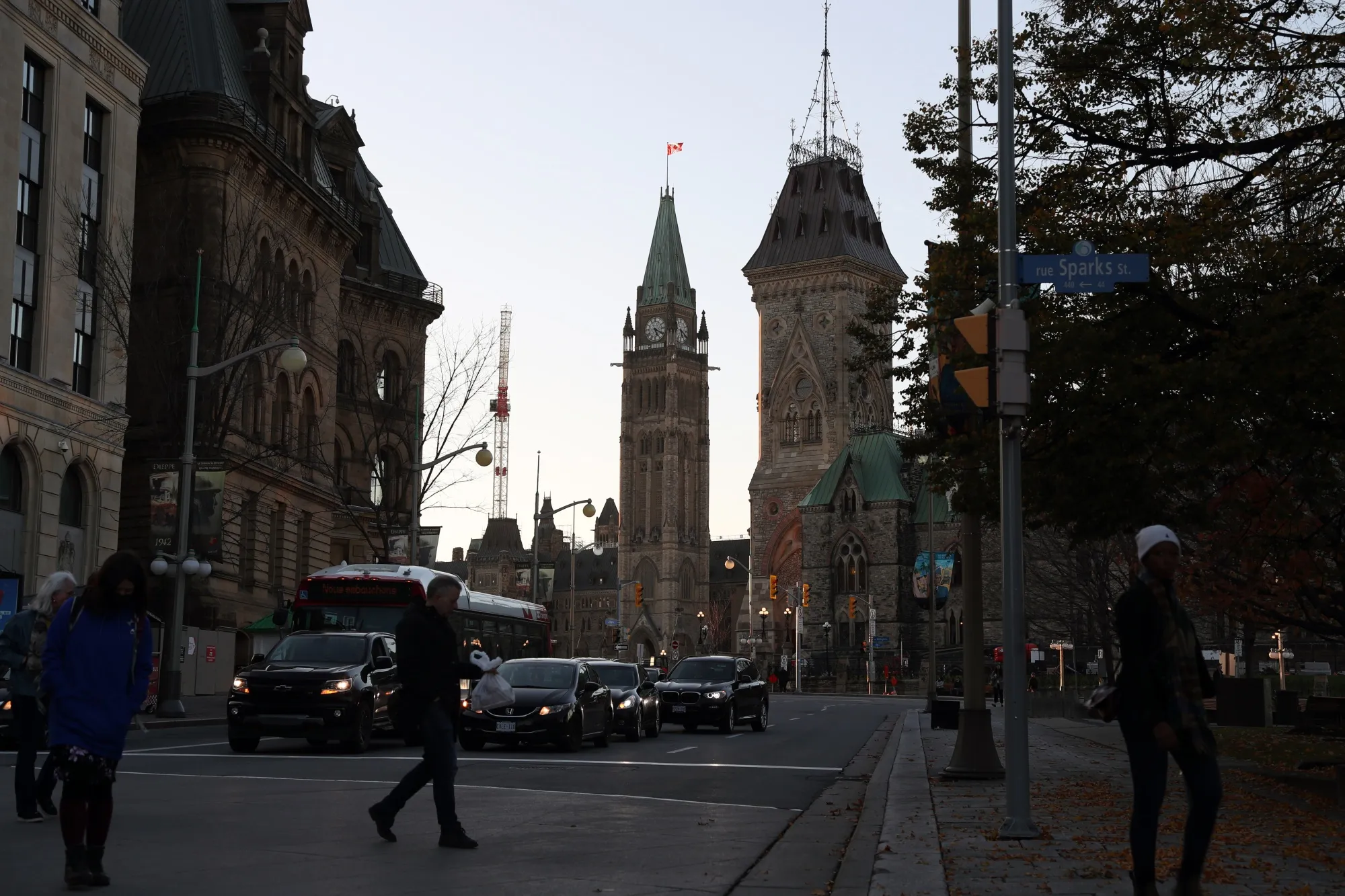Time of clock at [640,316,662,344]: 5:19
